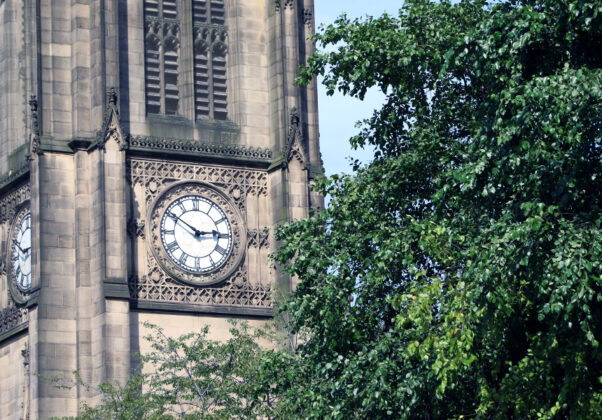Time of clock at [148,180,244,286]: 2:50
